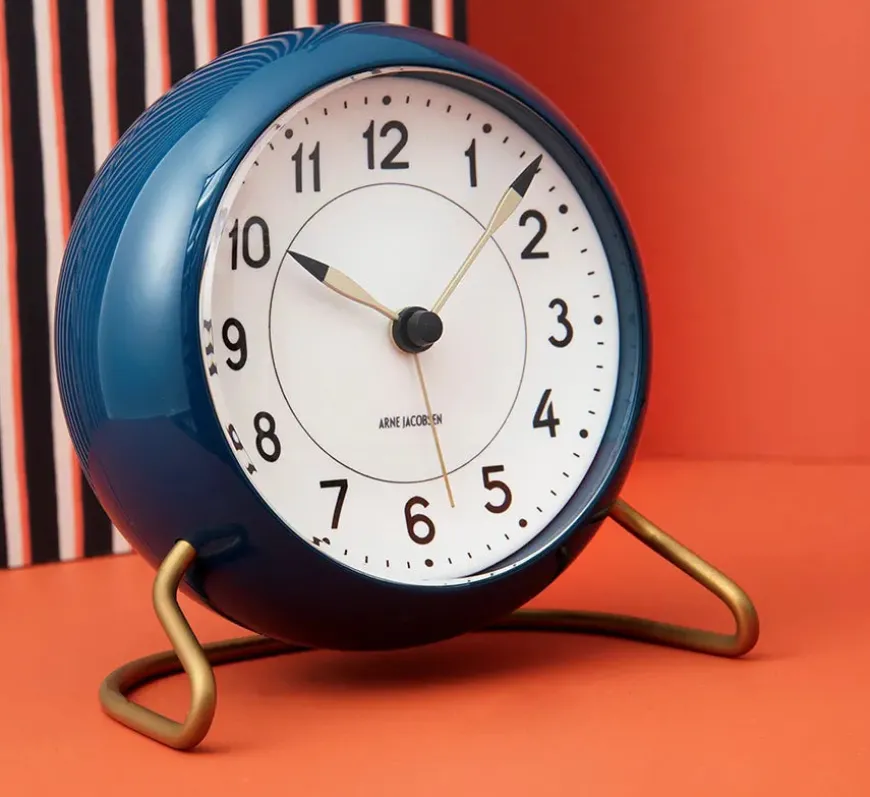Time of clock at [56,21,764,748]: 10:07
